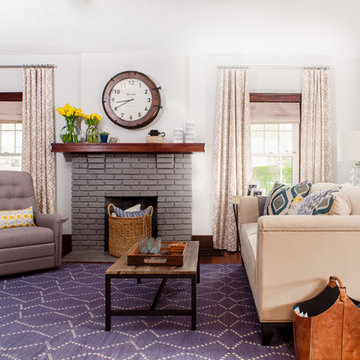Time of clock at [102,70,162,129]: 8:40
